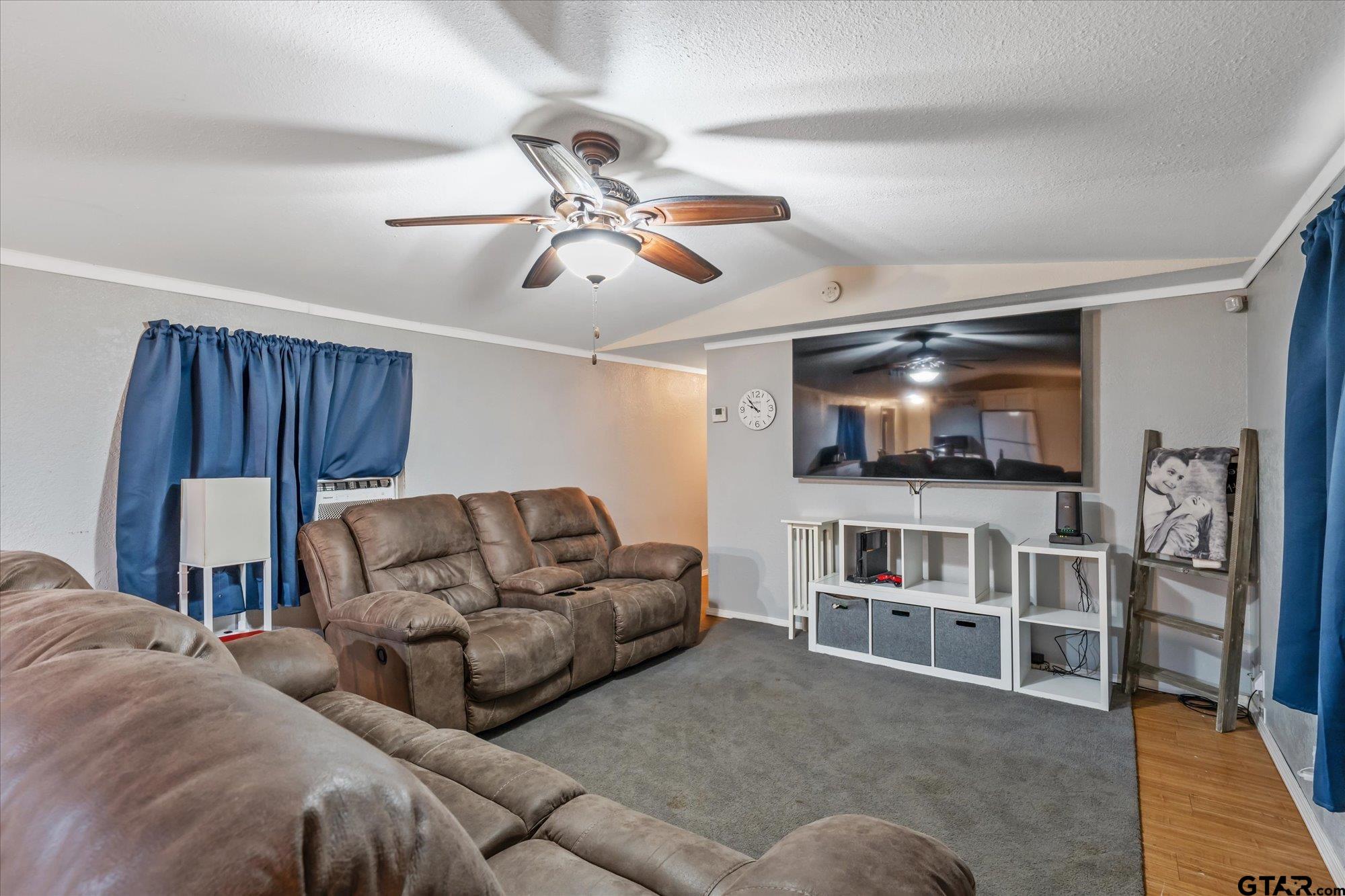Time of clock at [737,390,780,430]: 9:53
